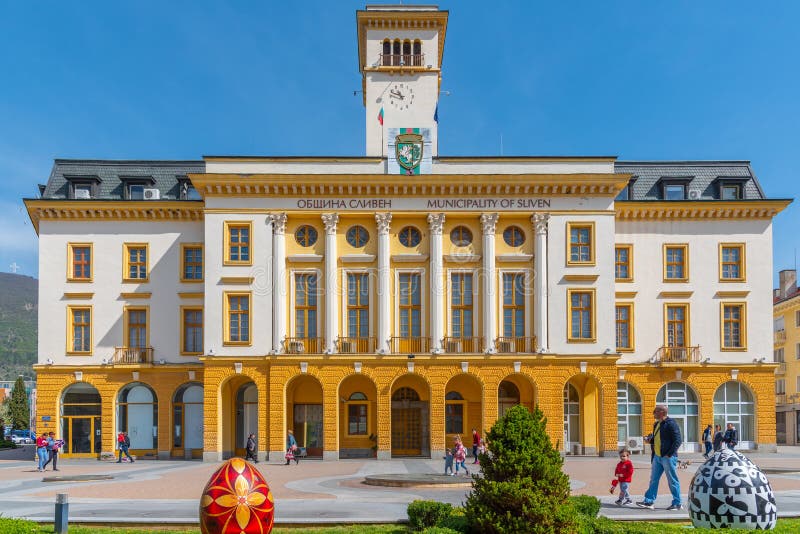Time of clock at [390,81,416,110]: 10:48
